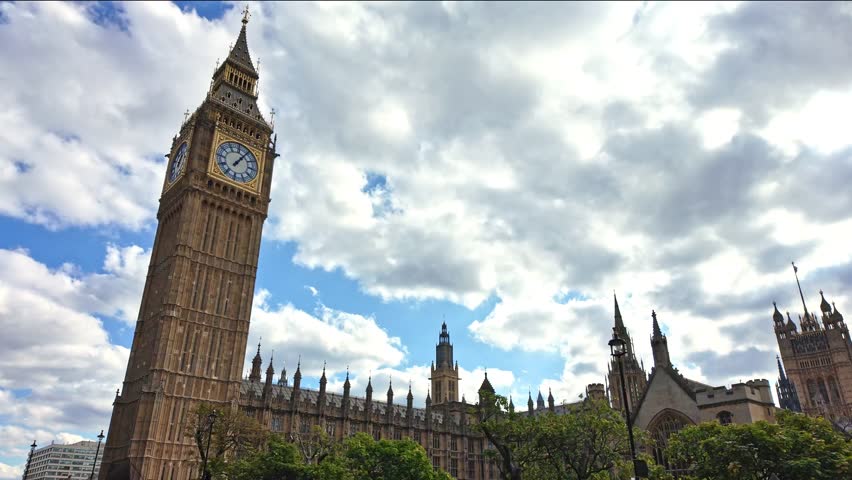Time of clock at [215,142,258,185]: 1:05
